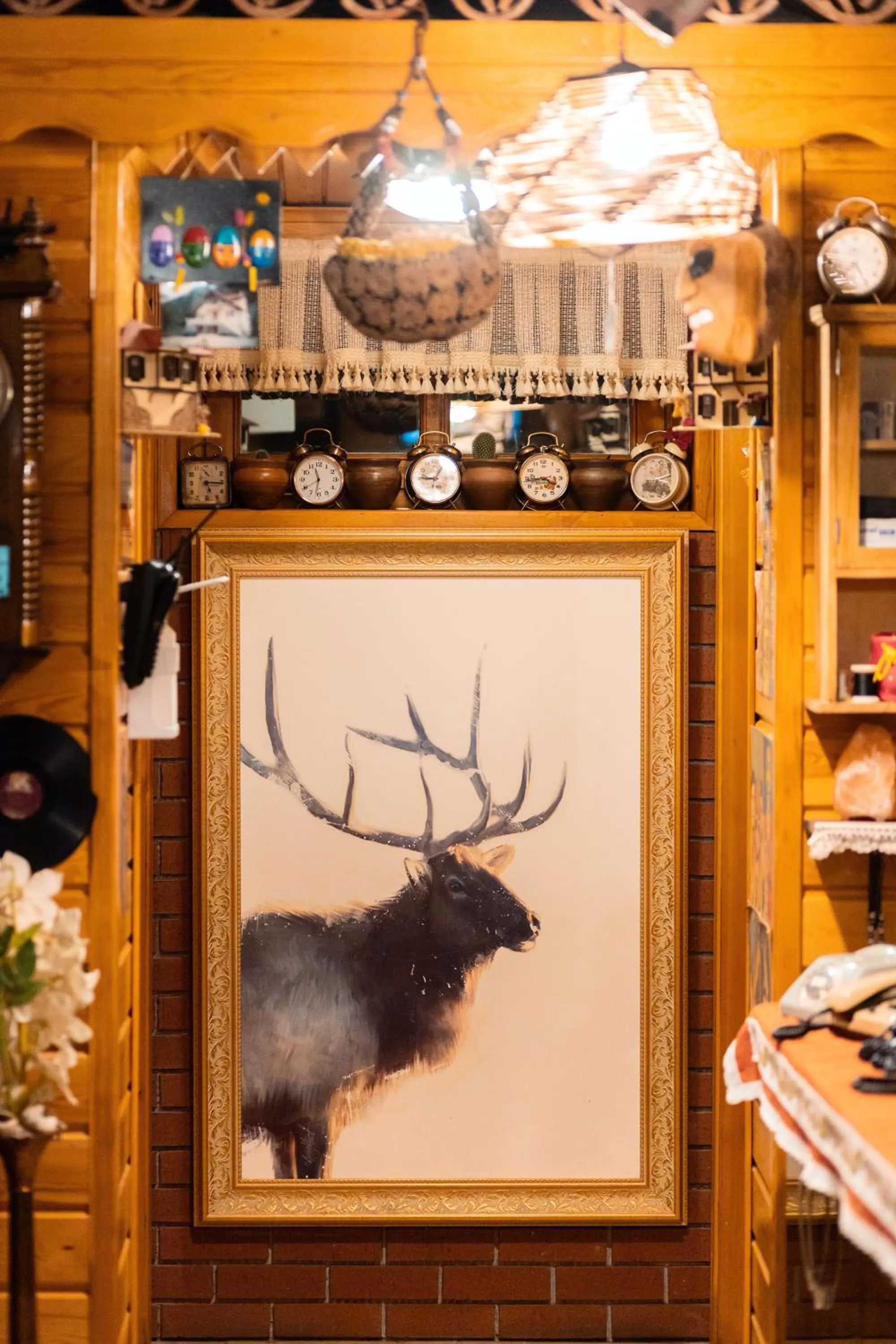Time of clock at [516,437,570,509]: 3:43
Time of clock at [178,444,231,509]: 5:15
